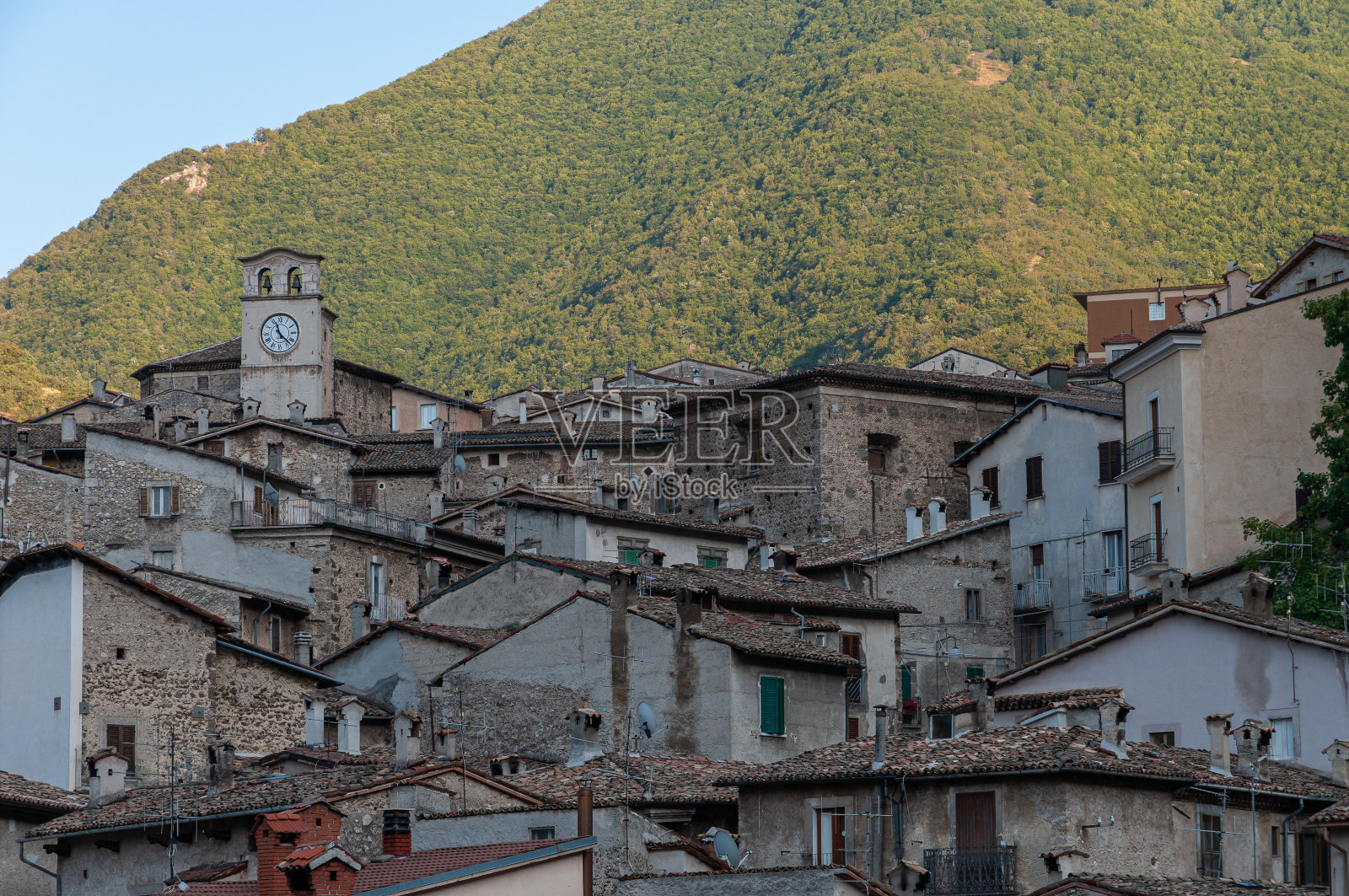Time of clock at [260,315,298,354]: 11:22
